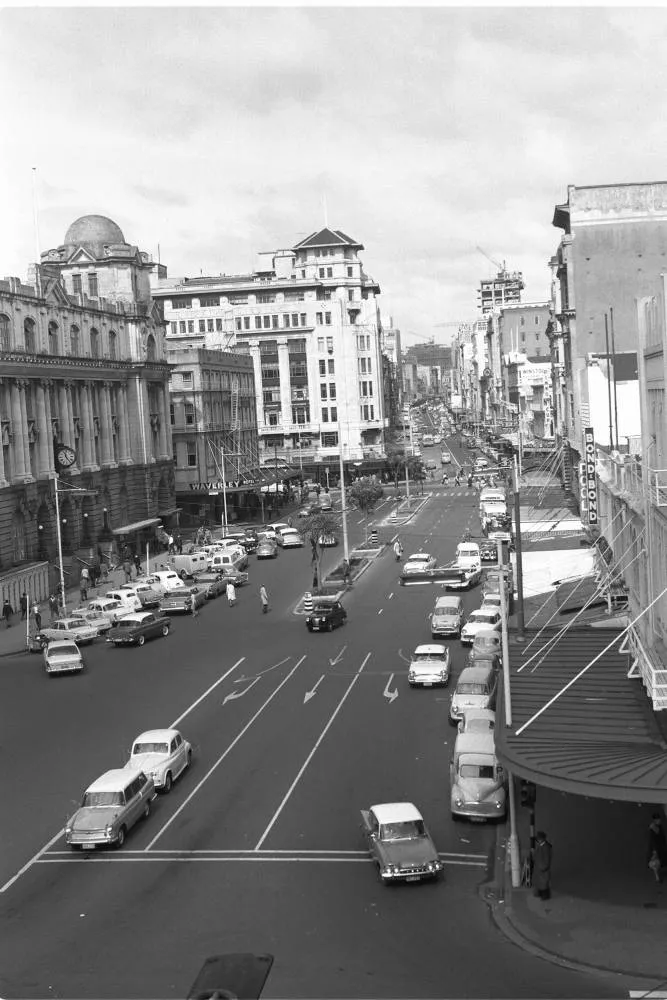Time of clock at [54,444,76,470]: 11:23
